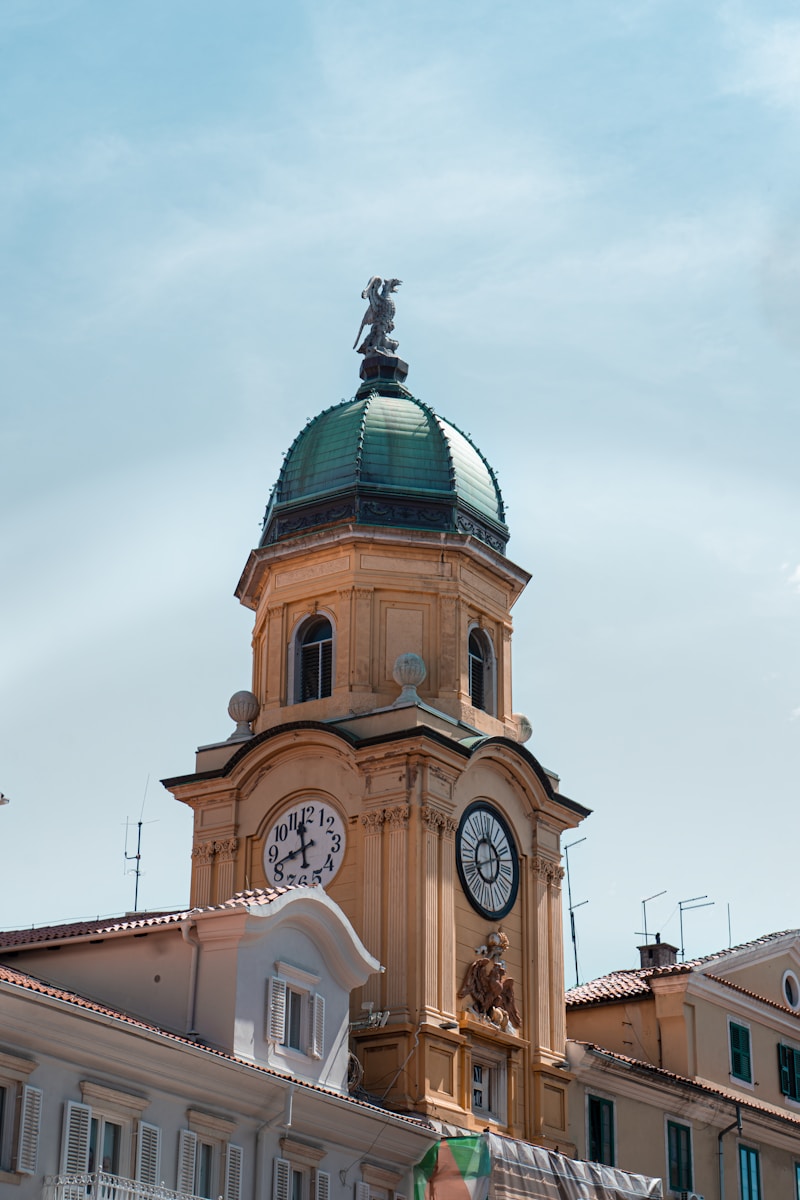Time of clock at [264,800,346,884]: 11:41
